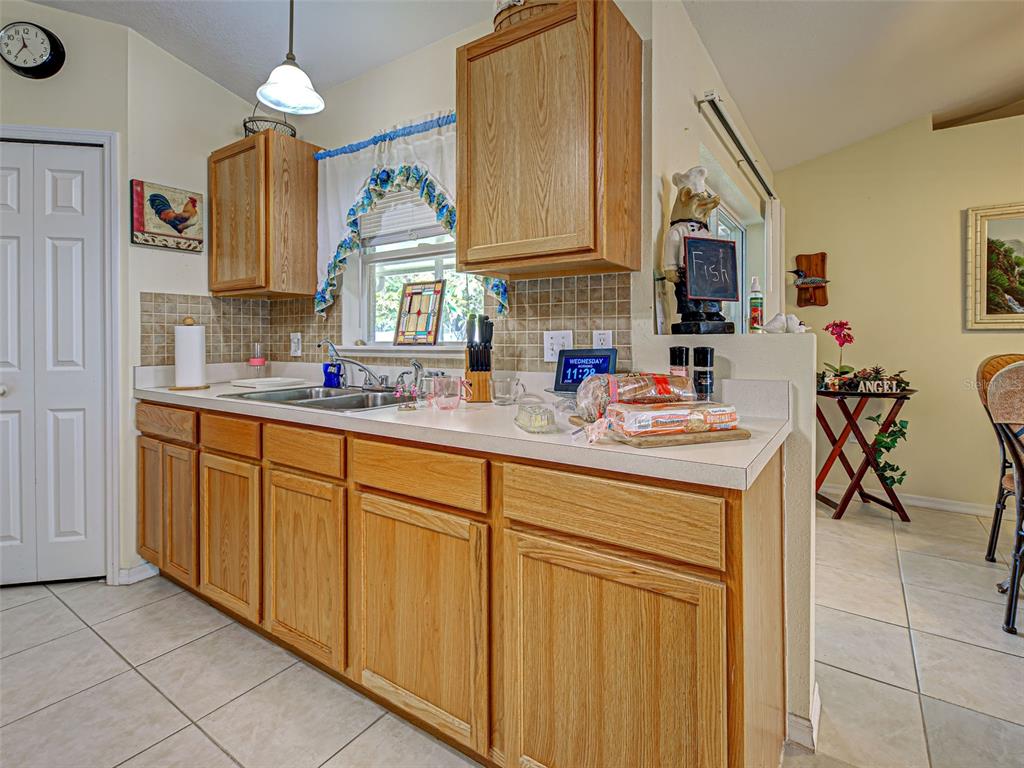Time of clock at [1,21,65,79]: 11:35
